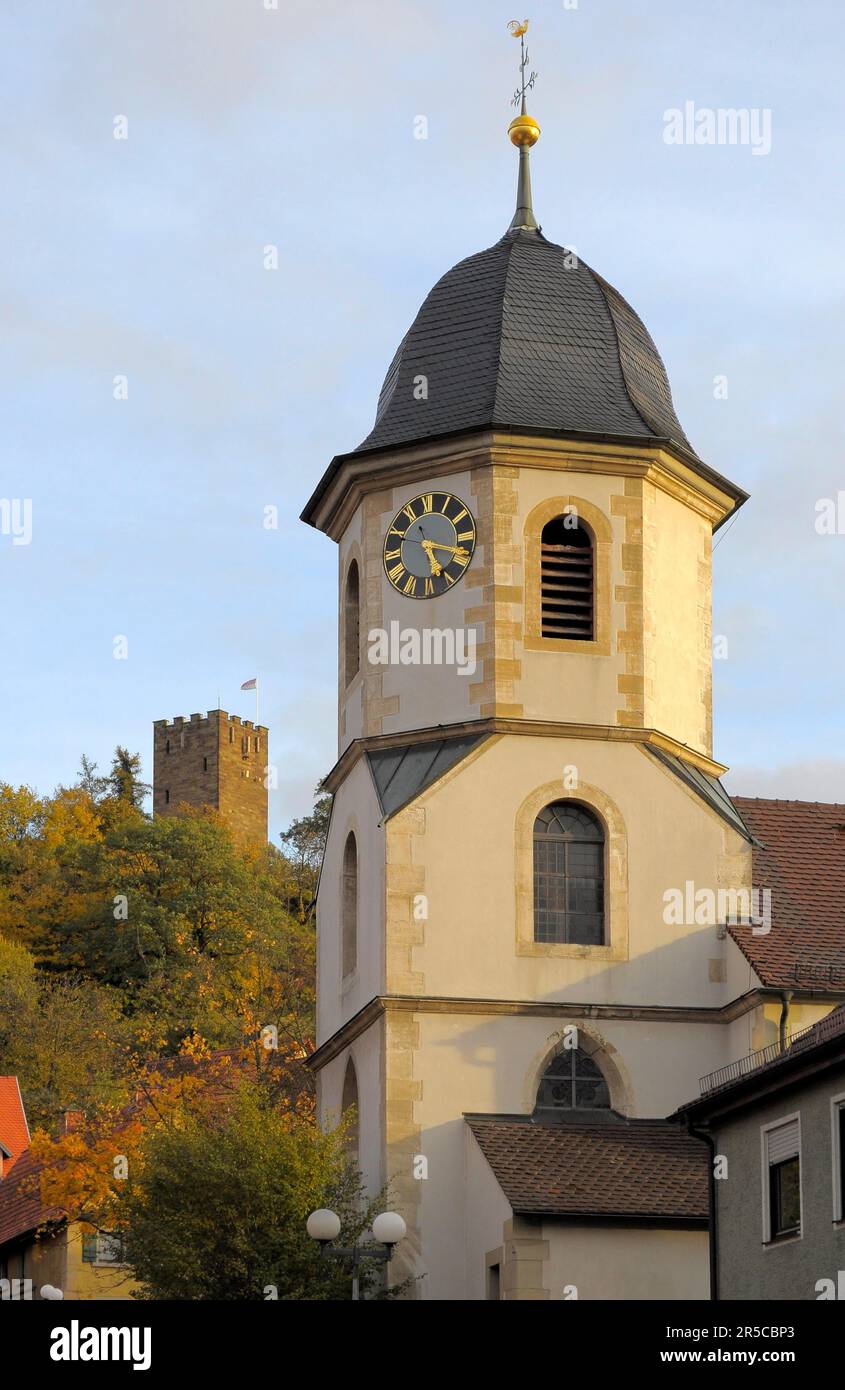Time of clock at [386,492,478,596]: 5:18
